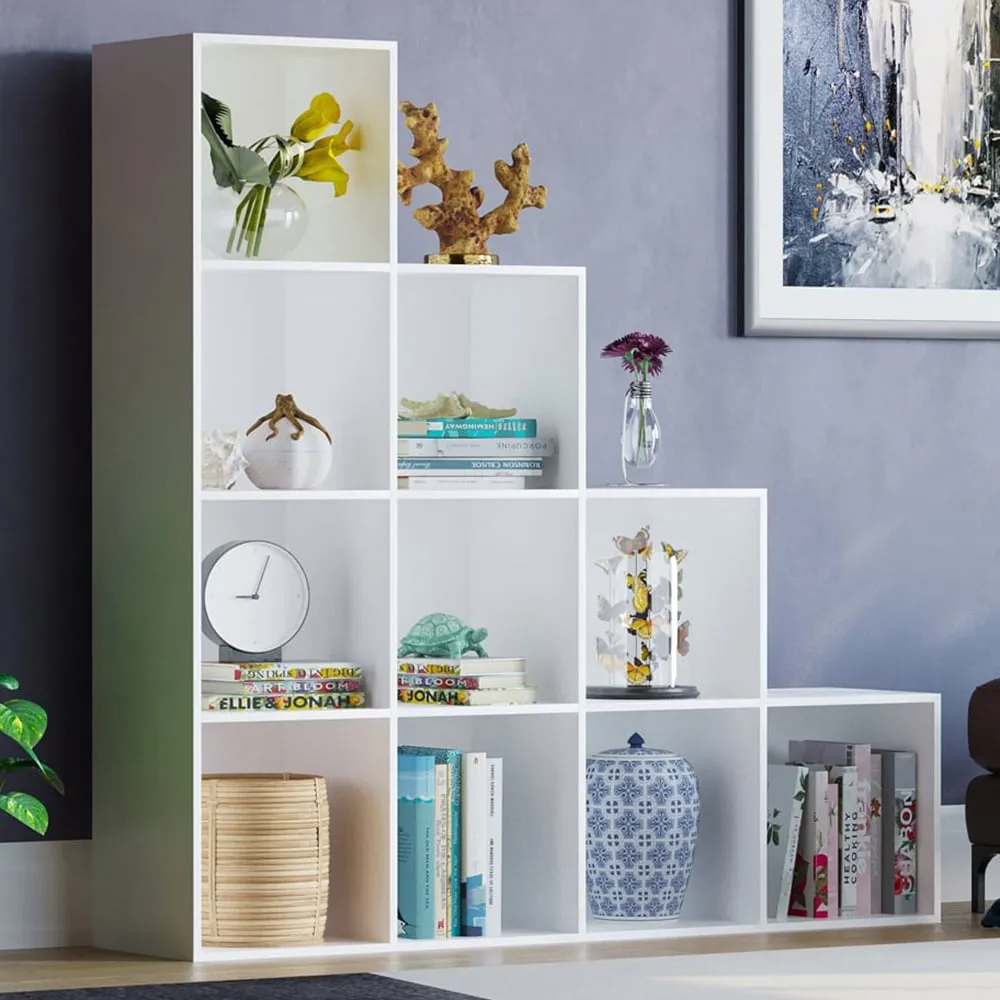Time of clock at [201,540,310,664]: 9:03
